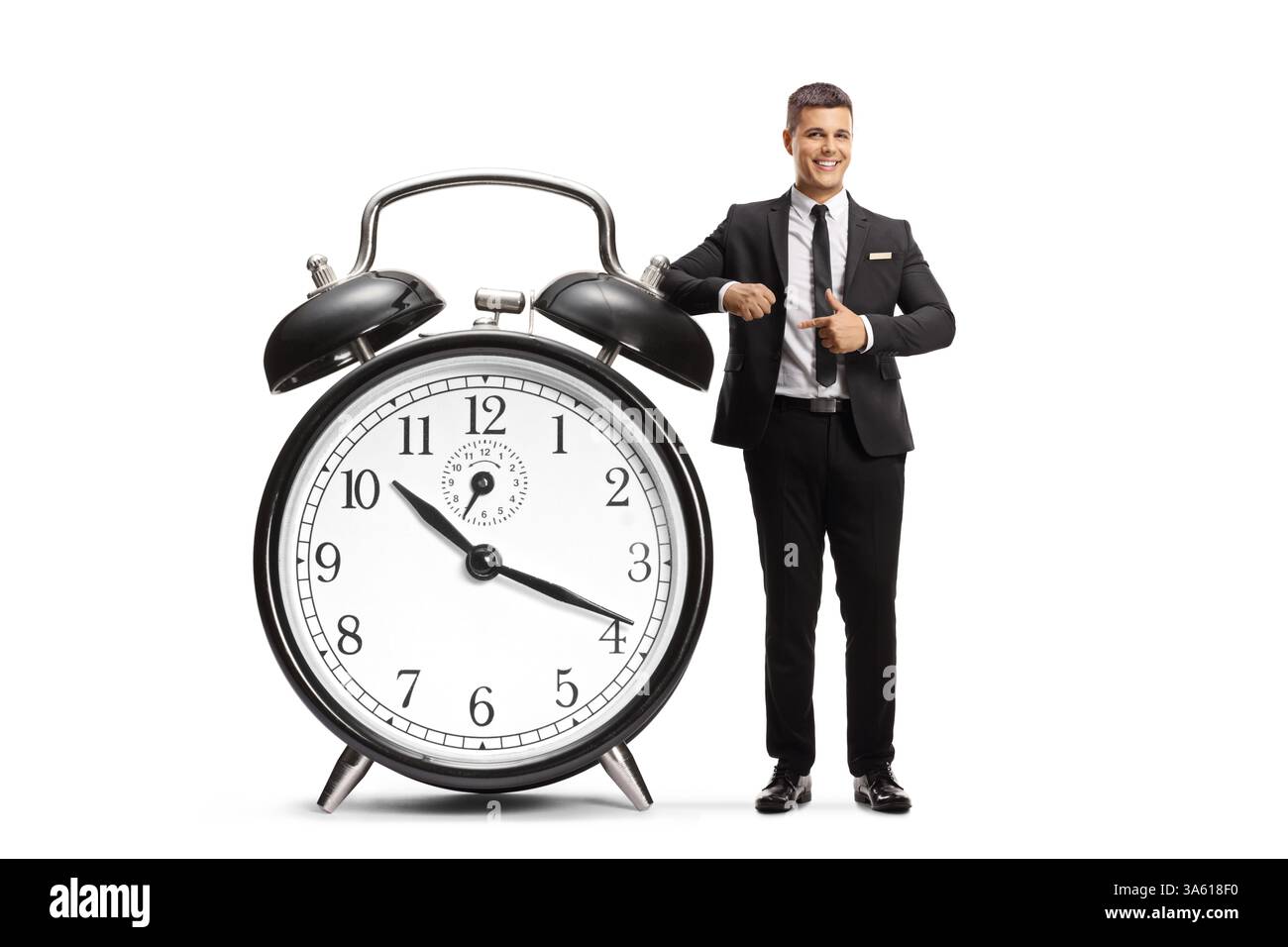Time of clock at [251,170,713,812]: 10:18
